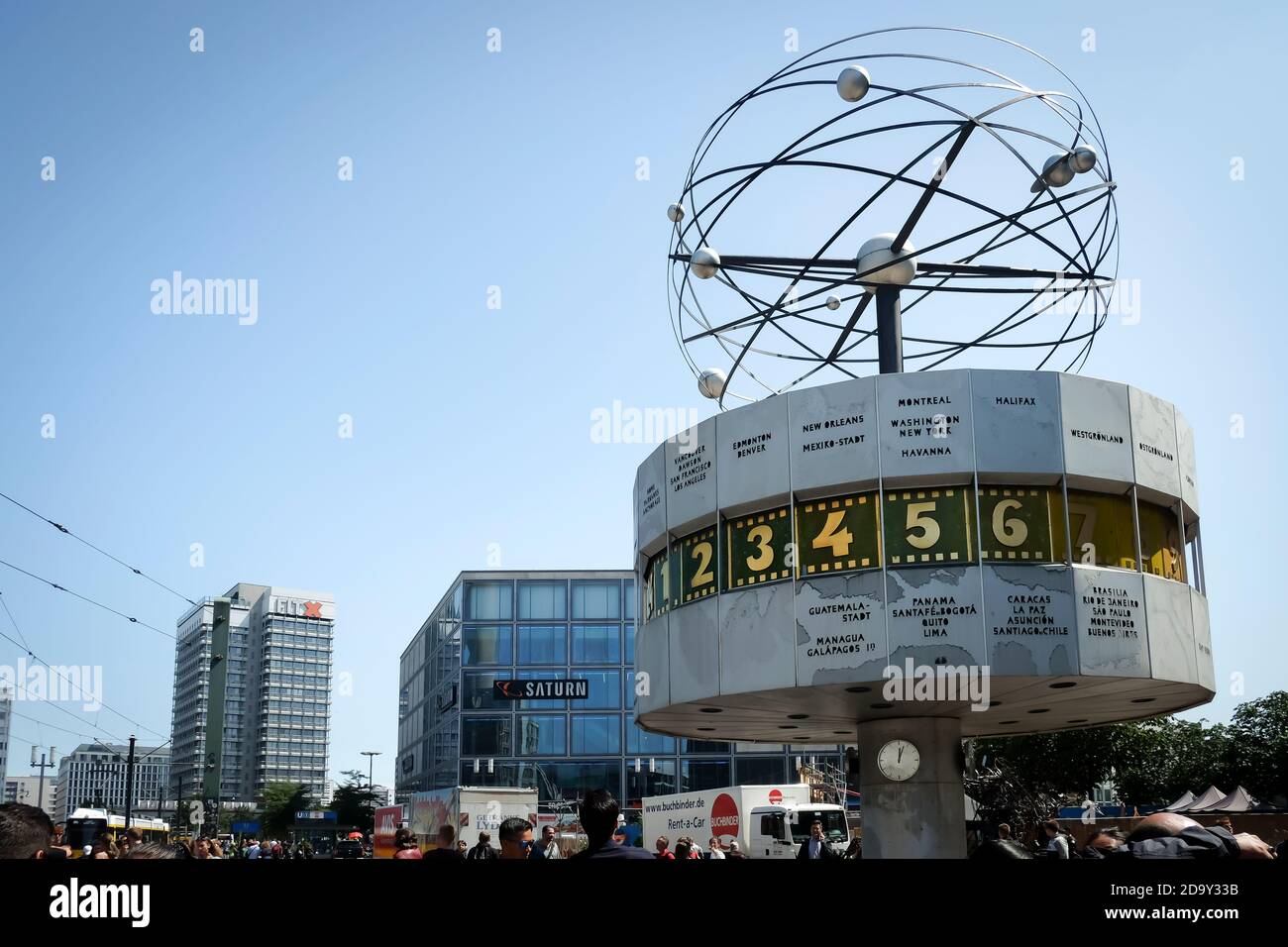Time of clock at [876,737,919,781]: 12:03
